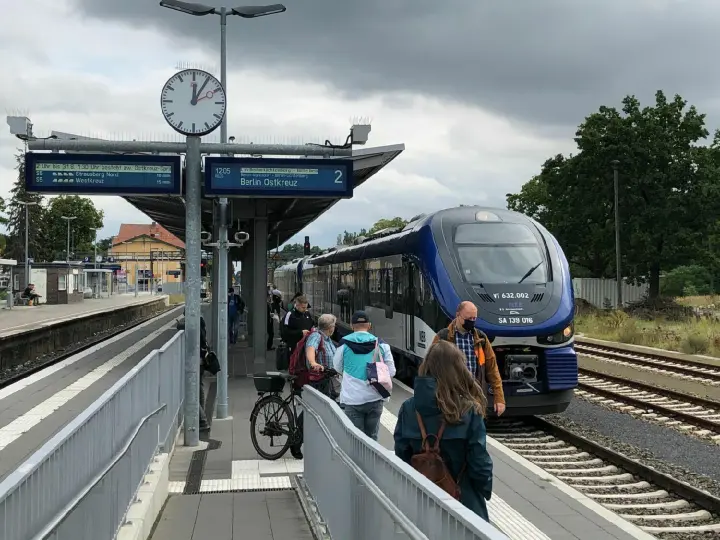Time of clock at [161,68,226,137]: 12:05
